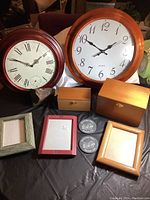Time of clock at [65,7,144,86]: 1:50
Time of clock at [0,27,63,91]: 1:50
